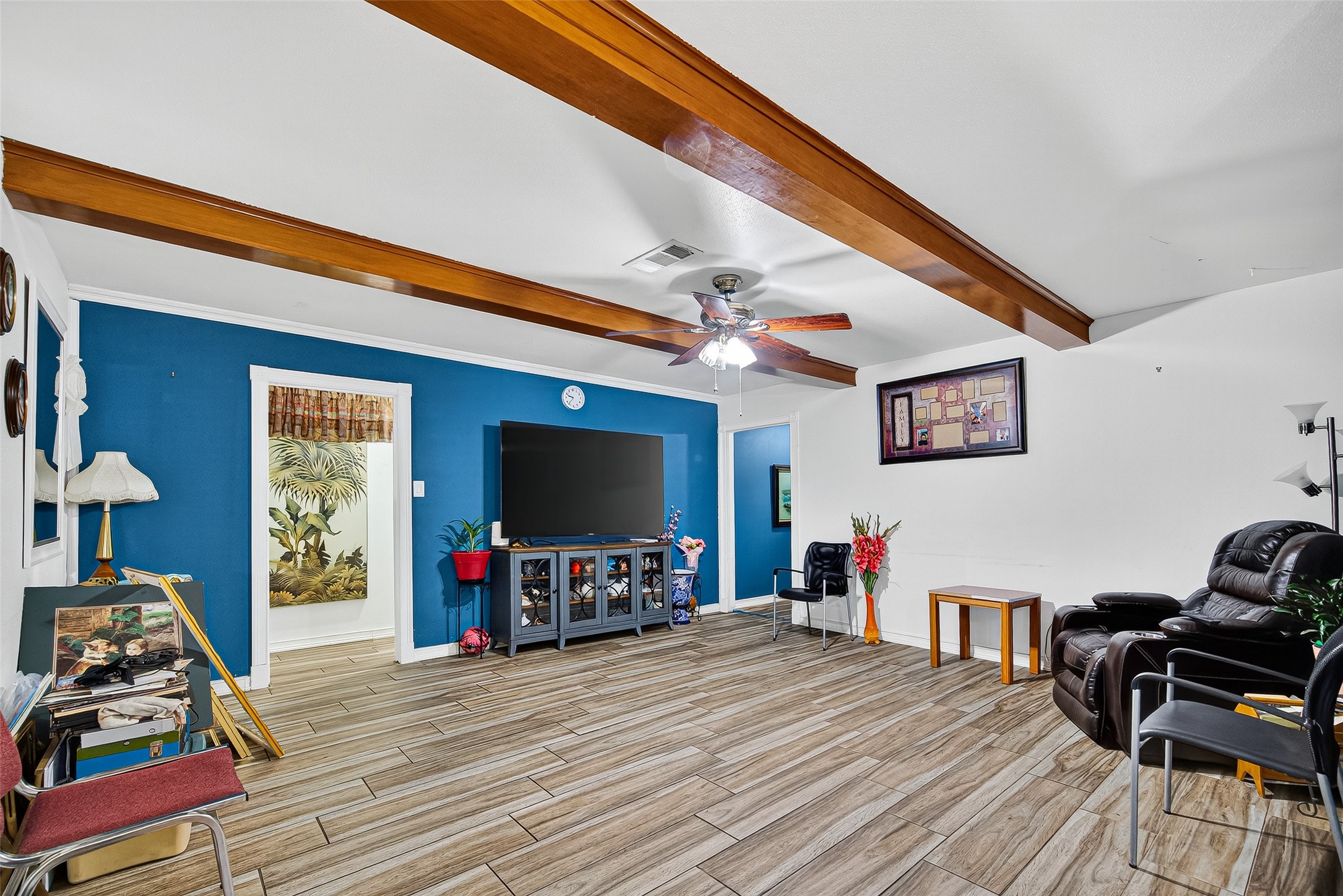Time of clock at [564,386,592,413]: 9:36
